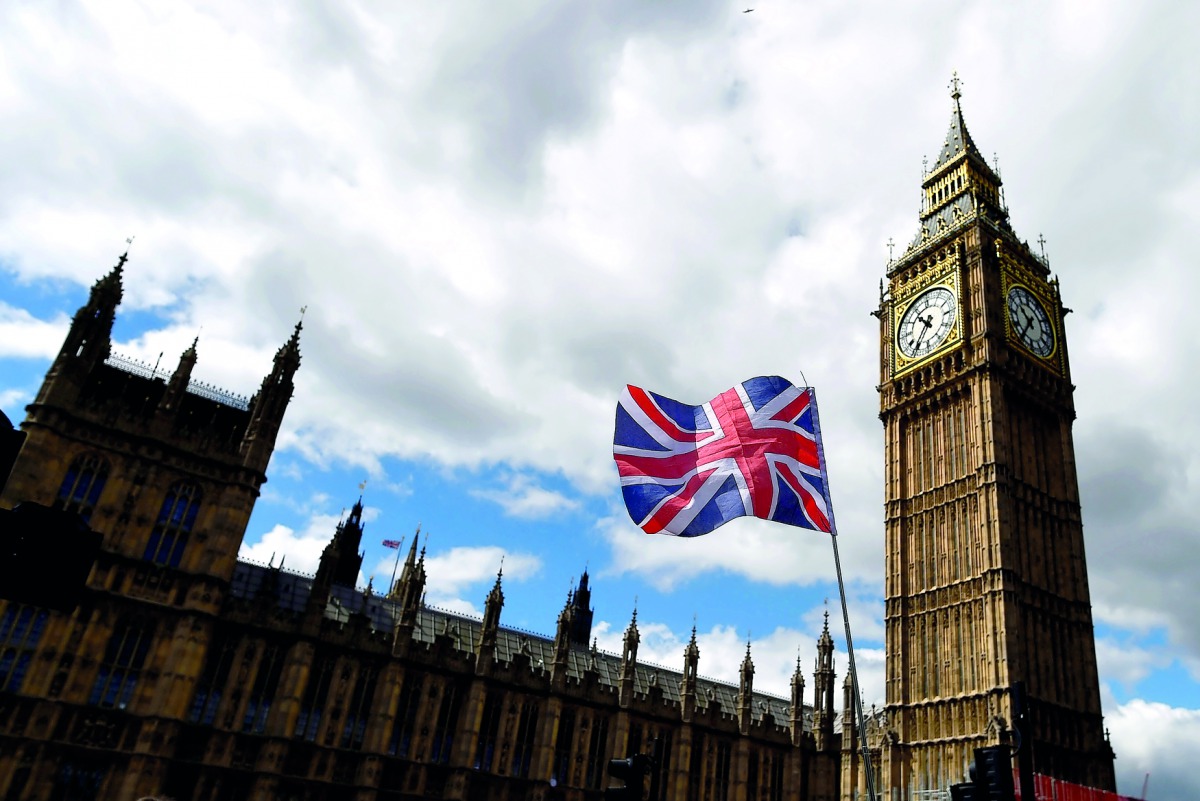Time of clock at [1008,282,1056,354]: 10:35
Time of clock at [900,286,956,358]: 10:36
